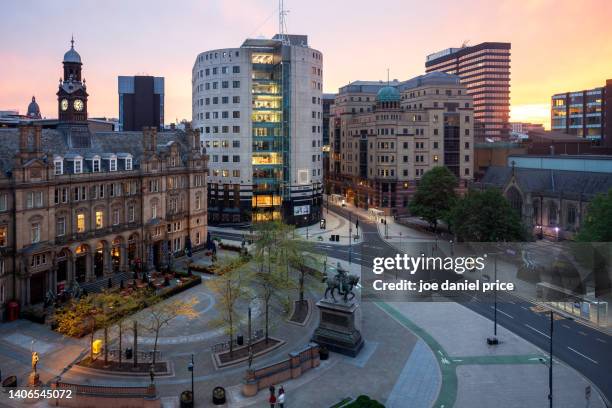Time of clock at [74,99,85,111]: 5:06
